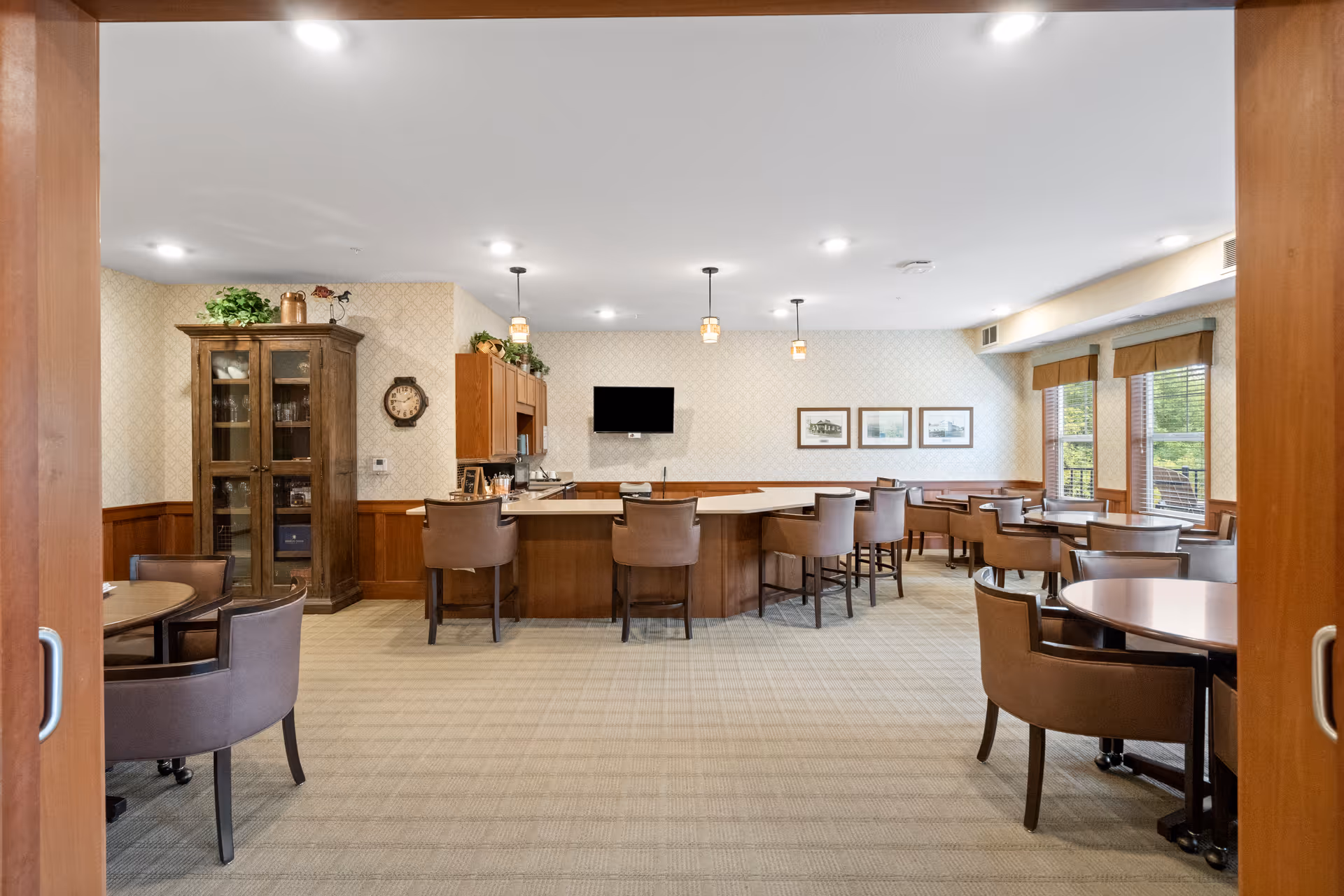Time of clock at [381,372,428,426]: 1:46
